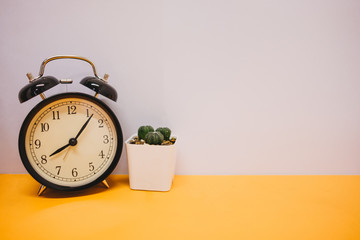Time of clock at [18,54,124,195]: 8:06
